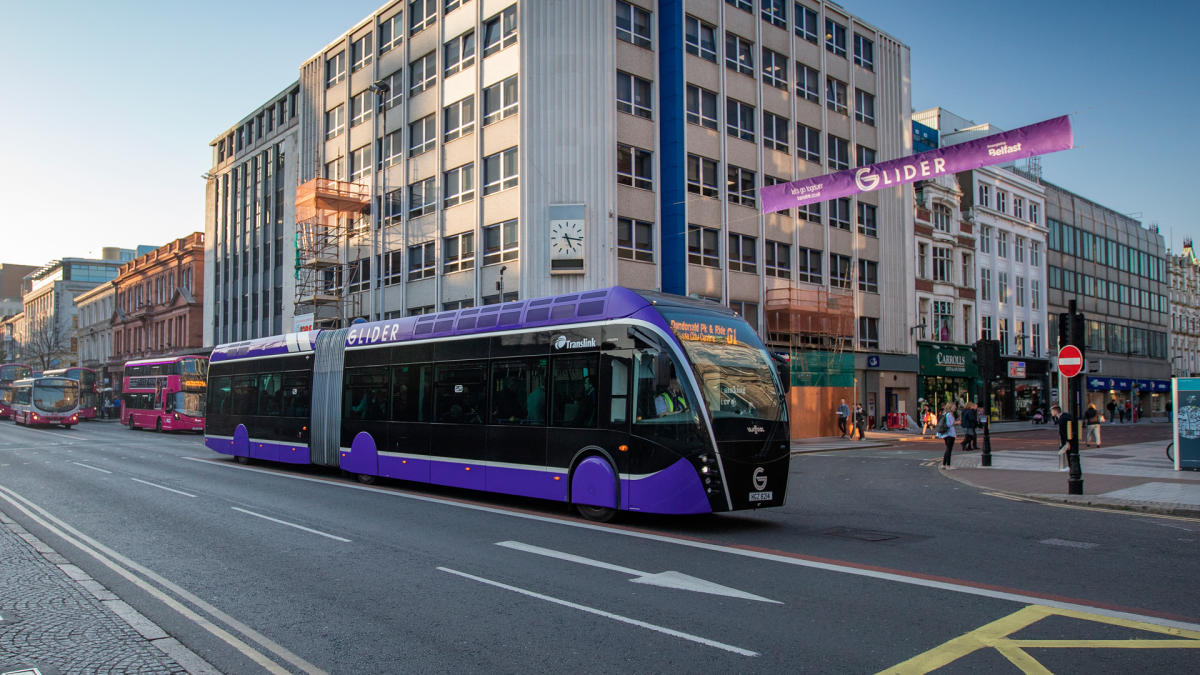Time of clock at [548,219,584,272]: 5:16
